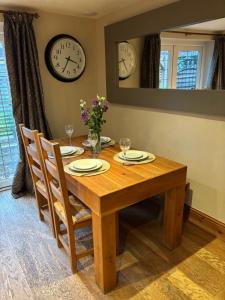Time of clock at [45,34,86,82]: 3:34
